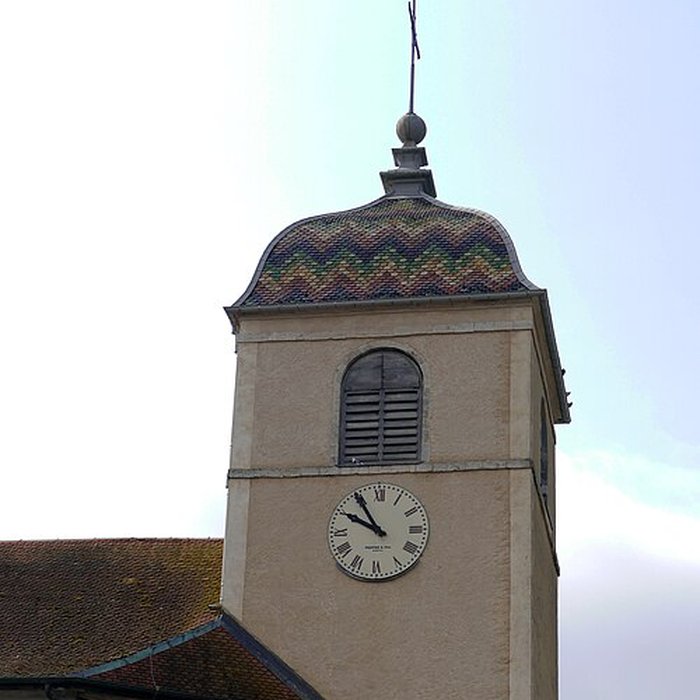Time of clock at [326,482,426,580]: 9:54
